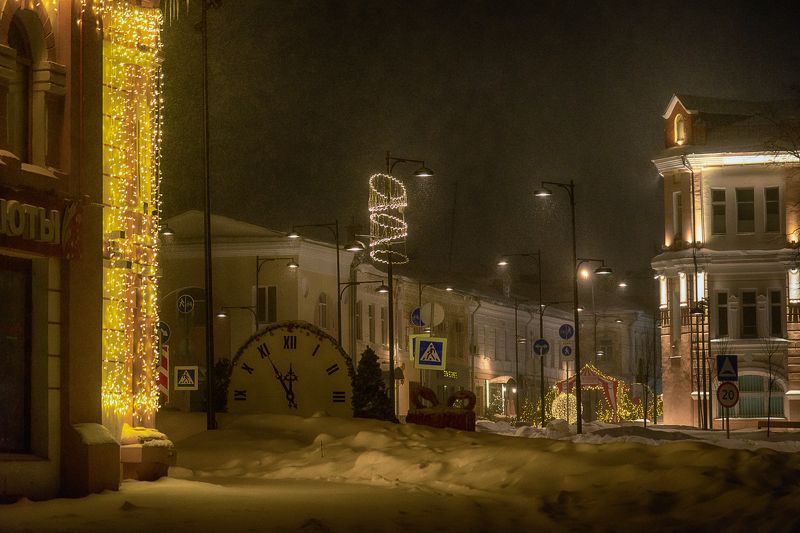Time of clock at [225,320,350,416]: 11:54
